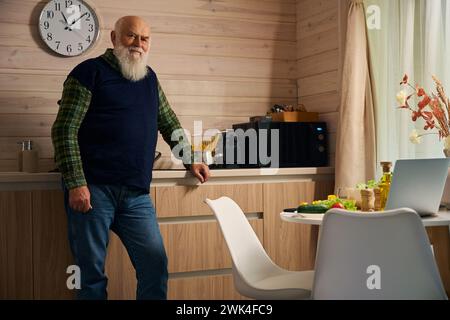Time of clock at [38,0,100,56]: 11:08
